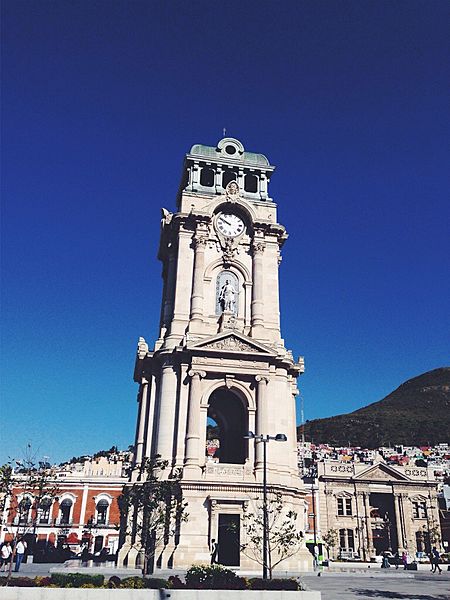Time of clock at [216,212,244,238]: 9:50
